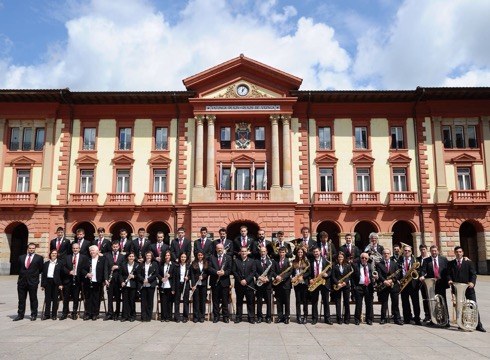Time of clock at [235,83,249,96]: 12:06
